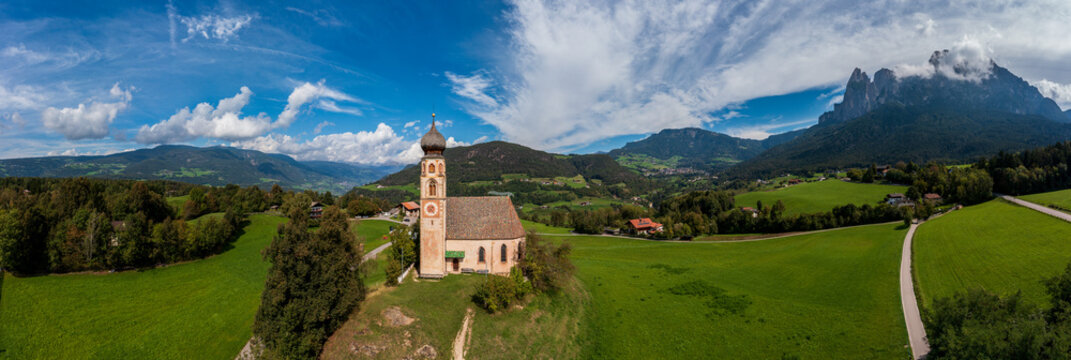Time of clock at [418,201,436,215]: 7:24
